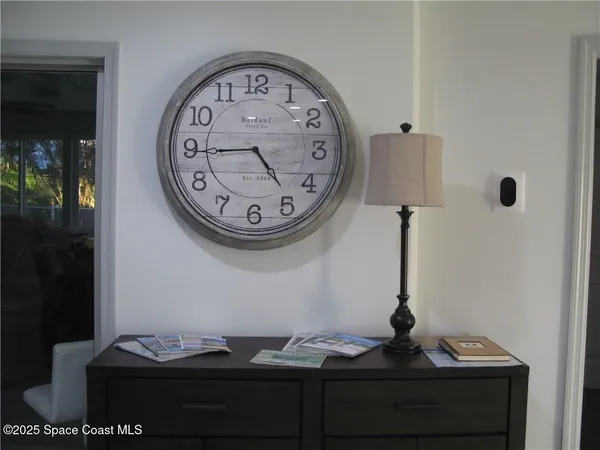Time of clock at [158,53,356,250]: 4:44
